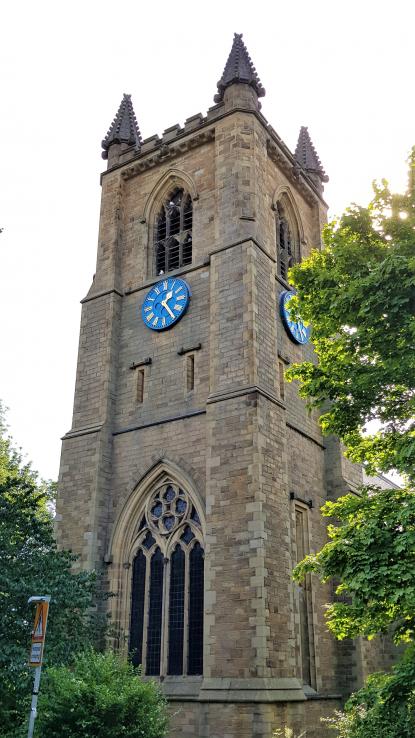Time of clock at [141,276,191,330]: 1:24
